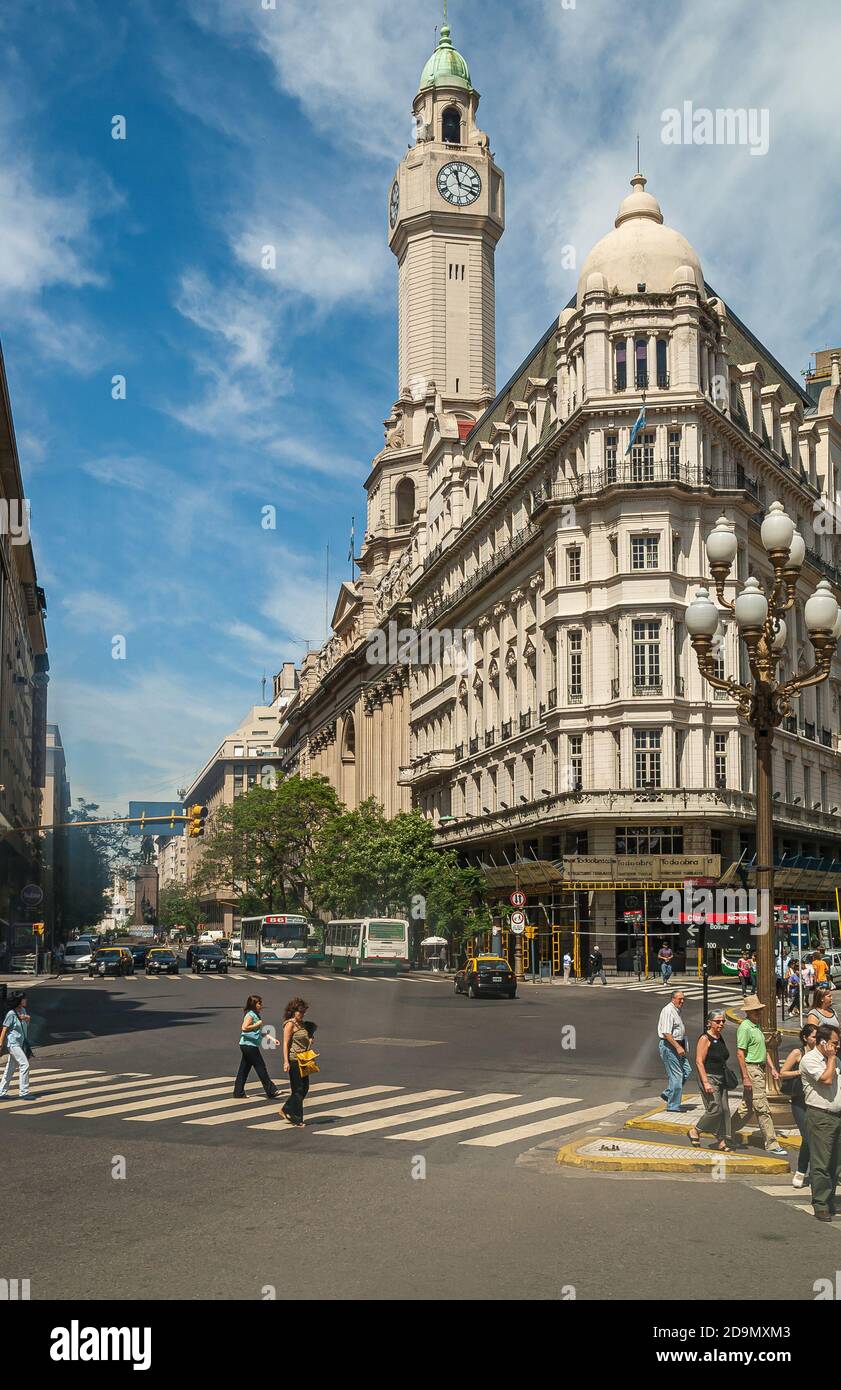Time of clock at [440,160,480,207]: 11:17
